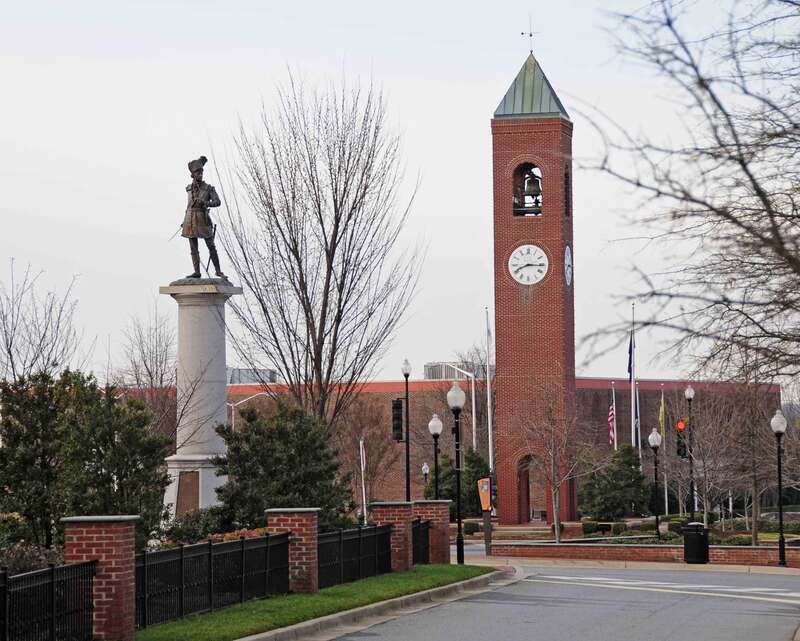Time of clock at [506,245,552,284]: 8:15
